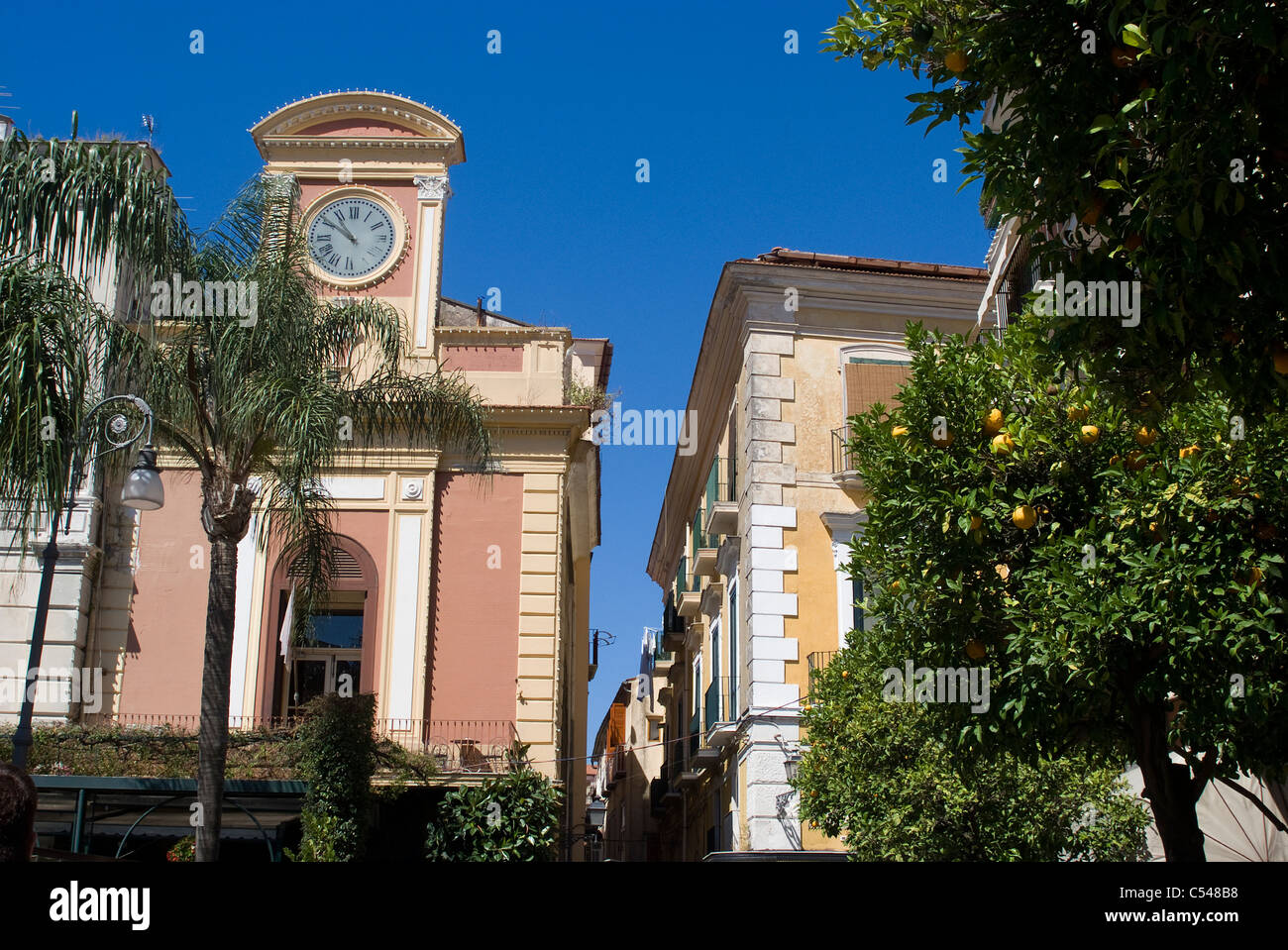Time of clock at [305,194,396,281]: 10:50
